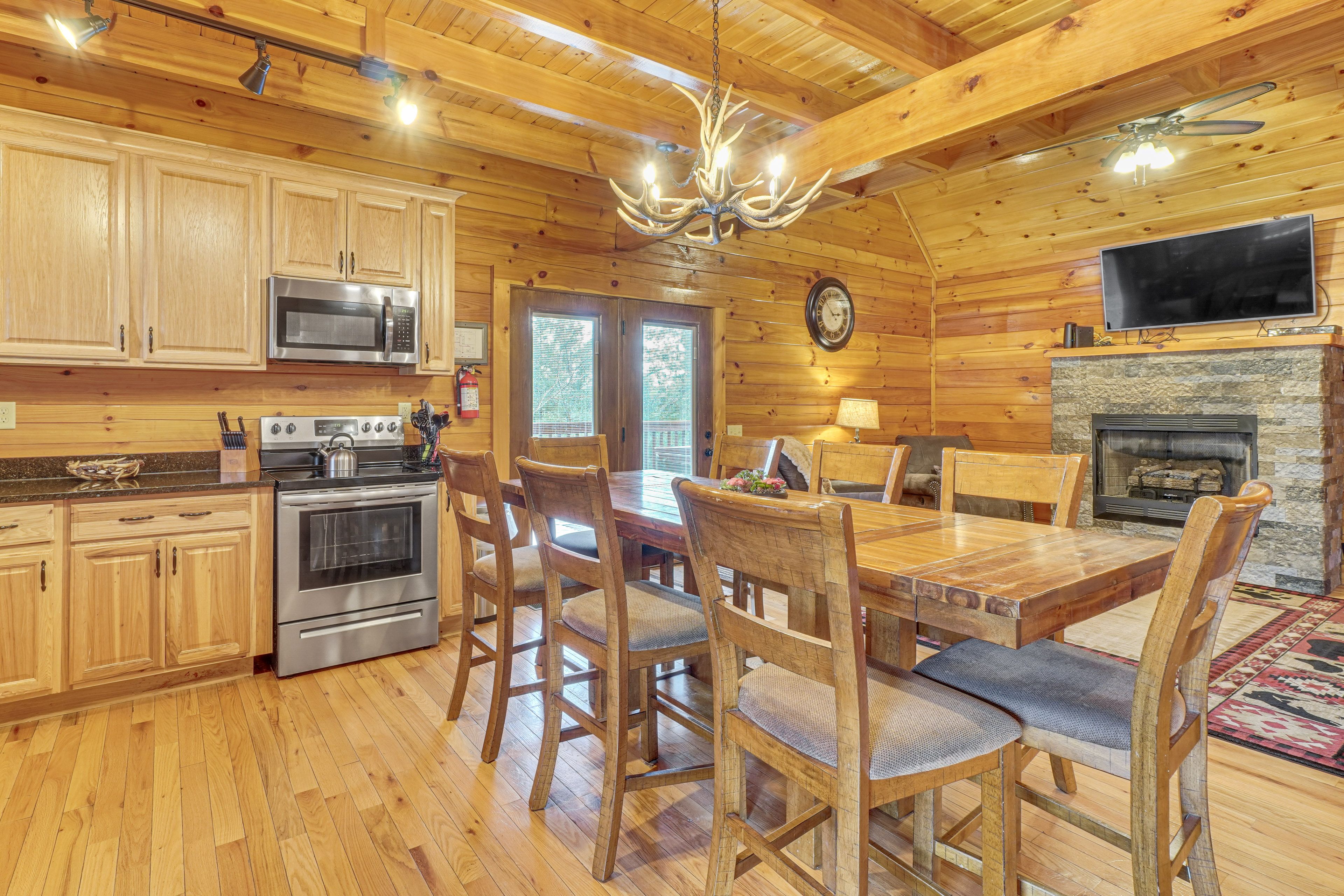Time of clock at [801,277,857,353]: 2:53
